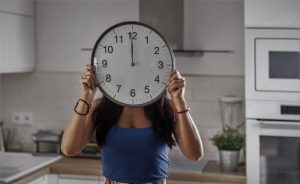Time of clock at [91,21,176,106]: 11:59
